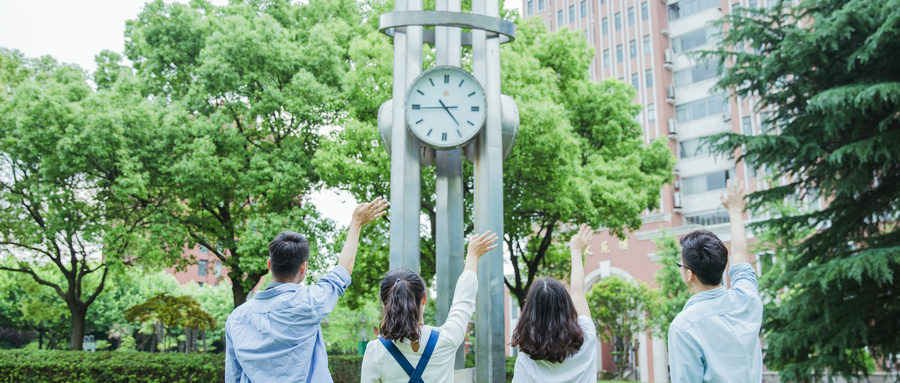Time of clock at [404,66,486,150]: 4:44
